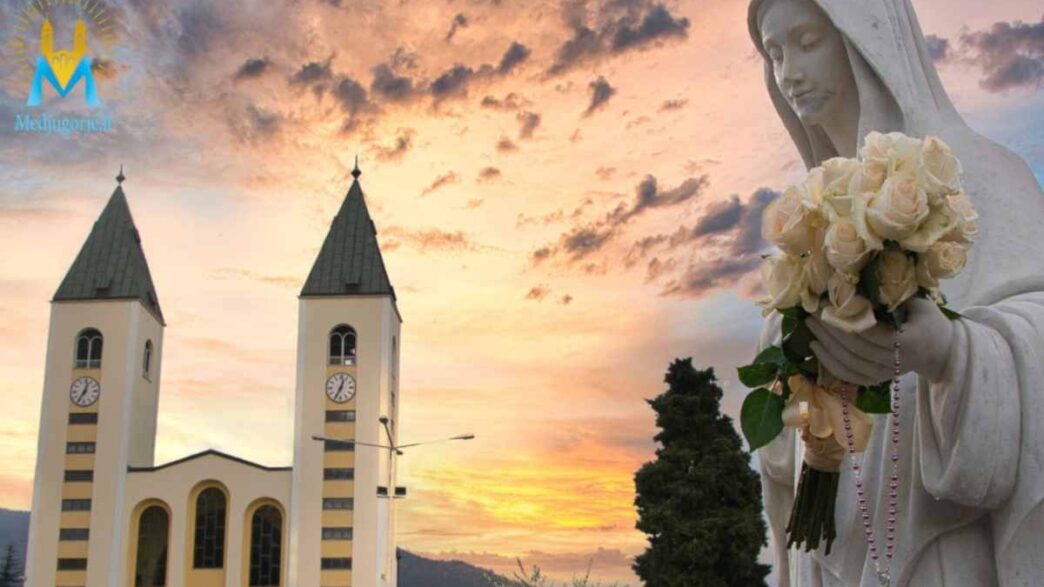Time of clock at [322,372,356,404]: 12:34
